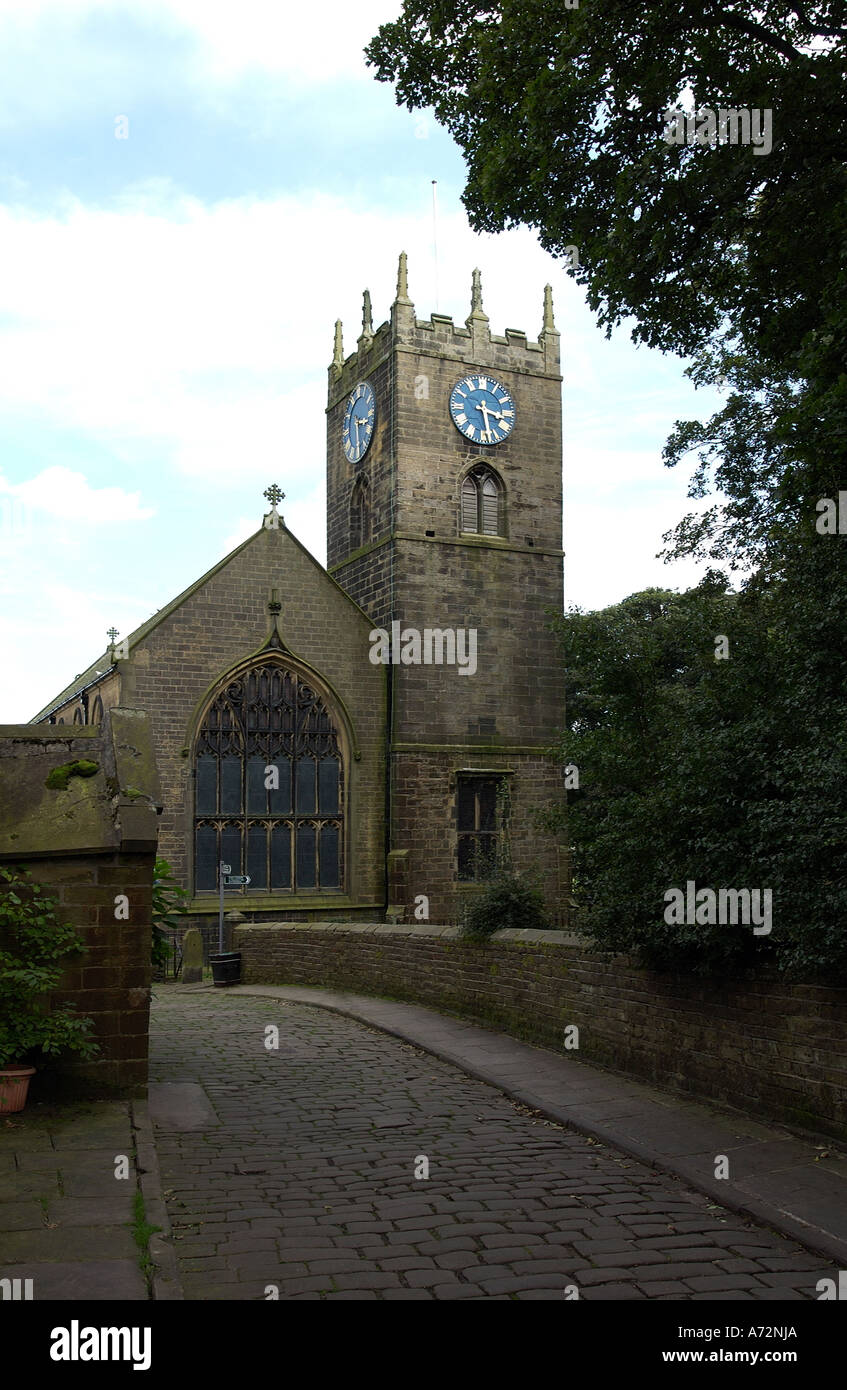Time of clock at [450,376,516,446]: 3:28
